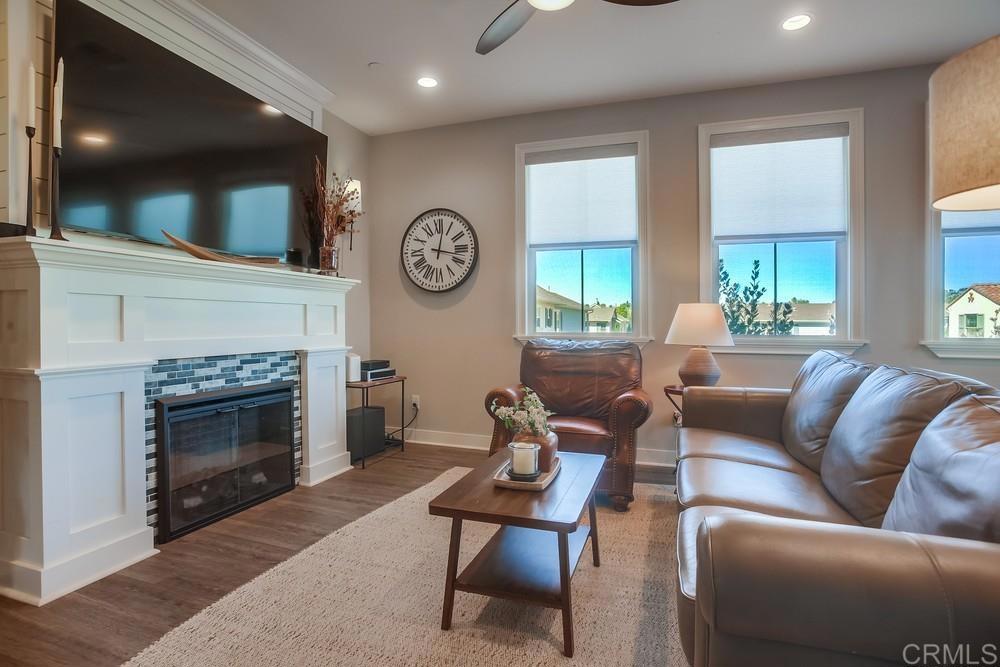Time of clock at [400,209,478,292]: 12:17
